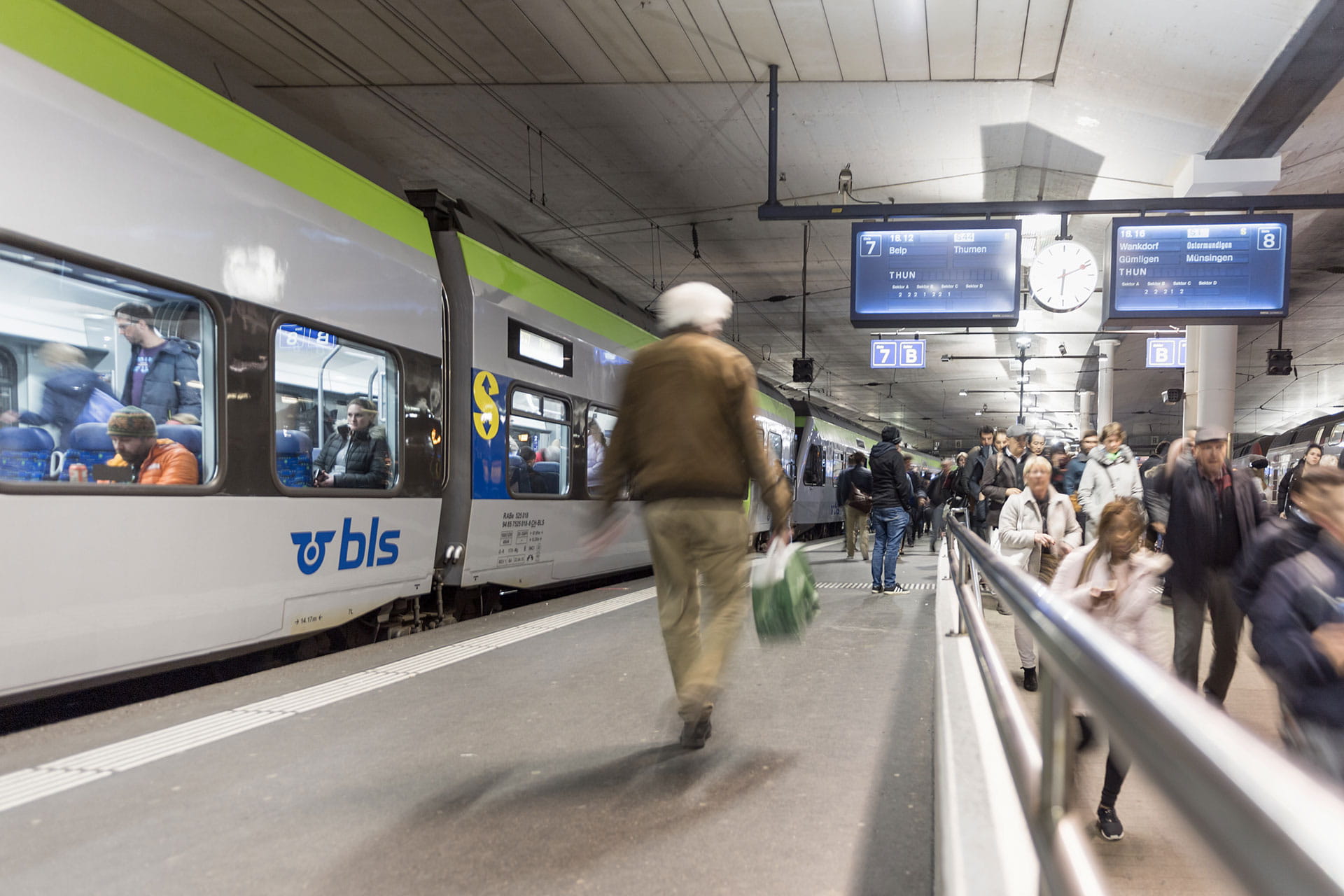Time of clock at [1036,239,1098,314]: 6:11
